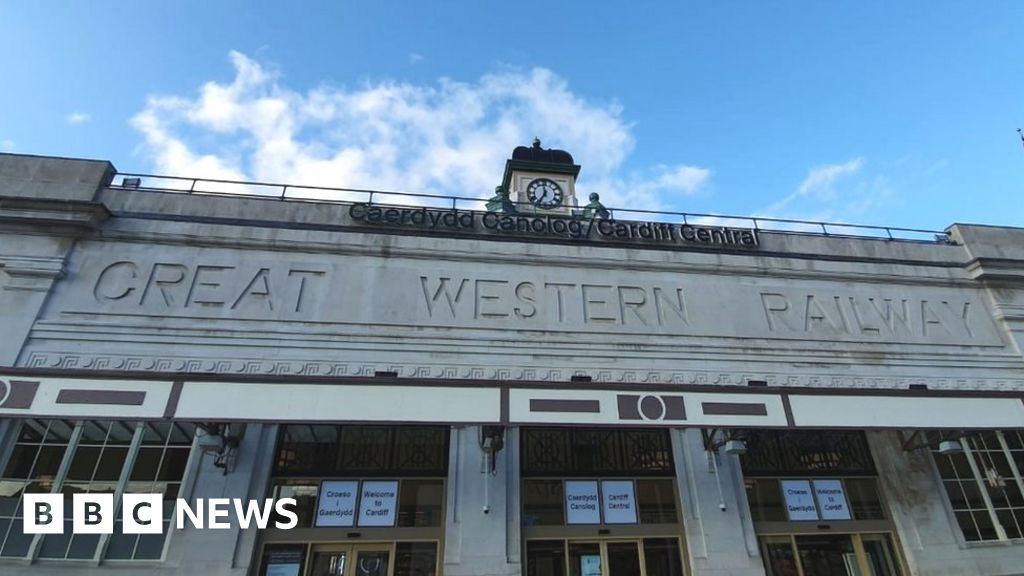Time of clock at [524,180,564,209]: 11:35
